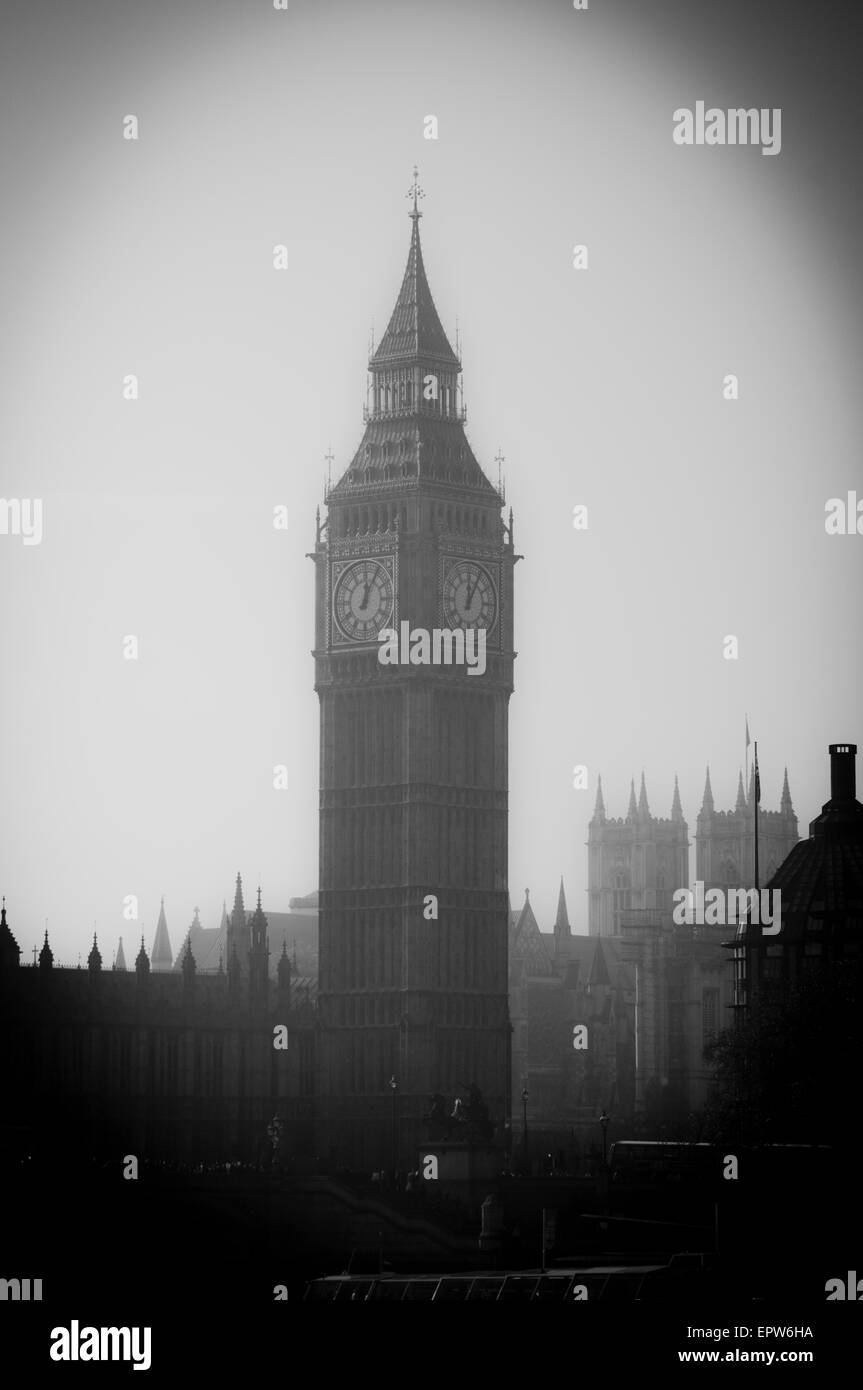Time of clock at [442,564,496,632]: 12:04
